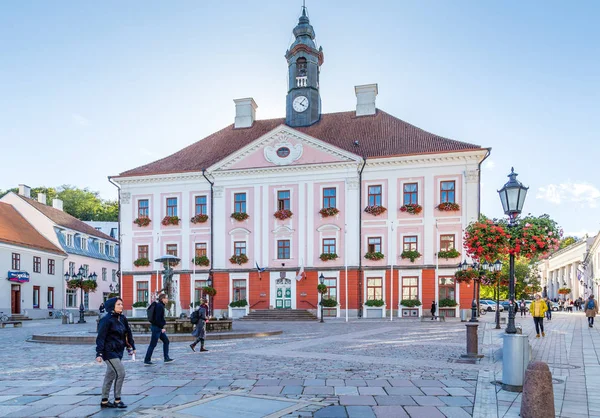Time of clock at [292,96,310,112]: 4:07
